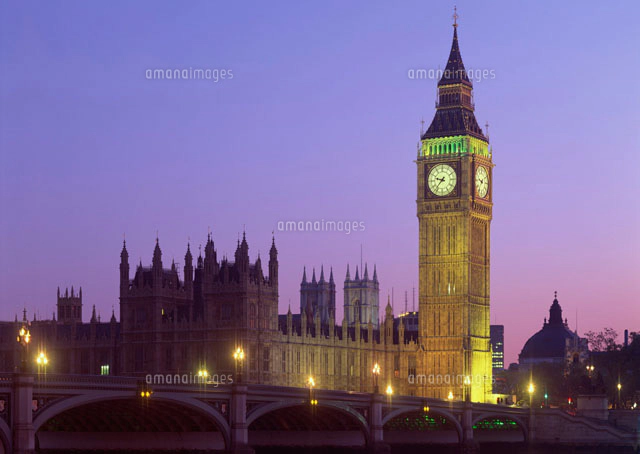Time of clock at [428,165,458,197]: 9:37
